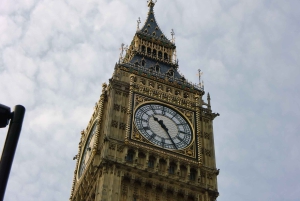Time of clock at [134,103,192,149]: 10:25
